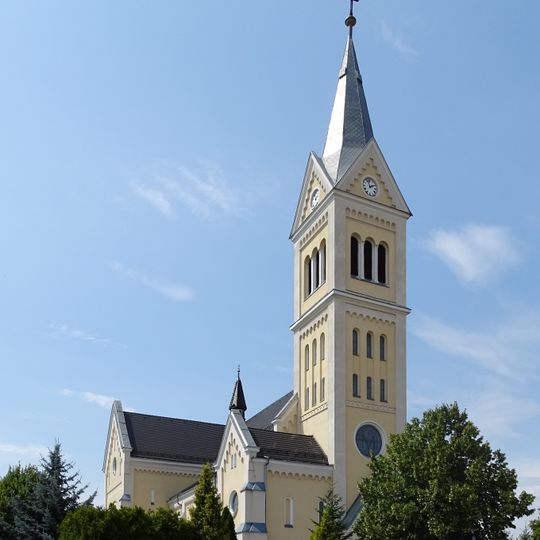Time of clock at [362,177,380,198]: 1:56
